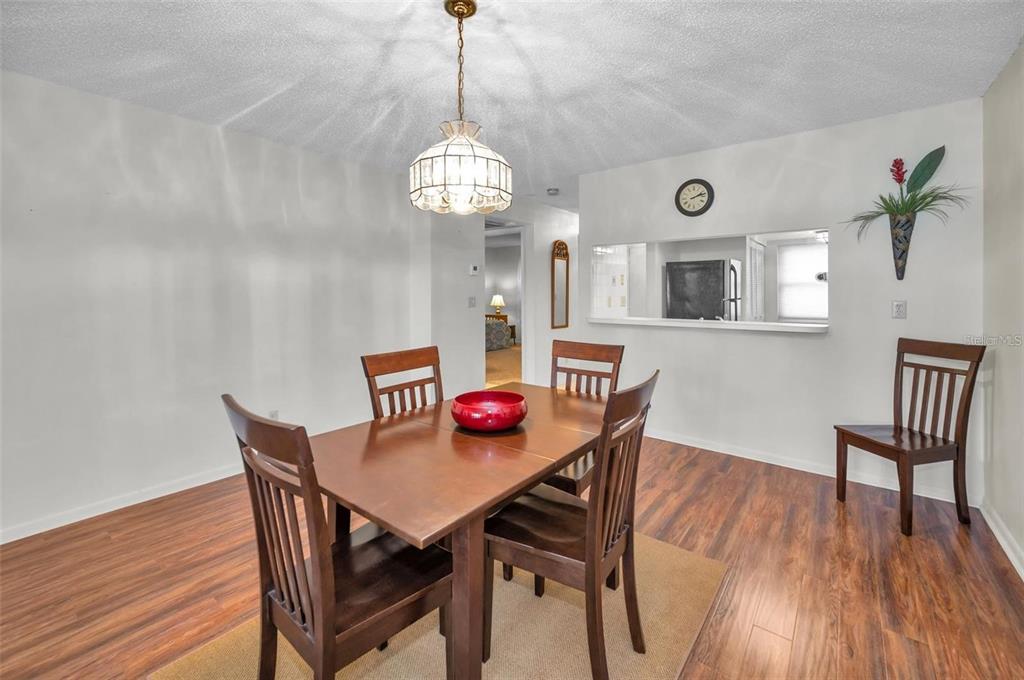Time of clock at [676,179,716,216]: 2:12
